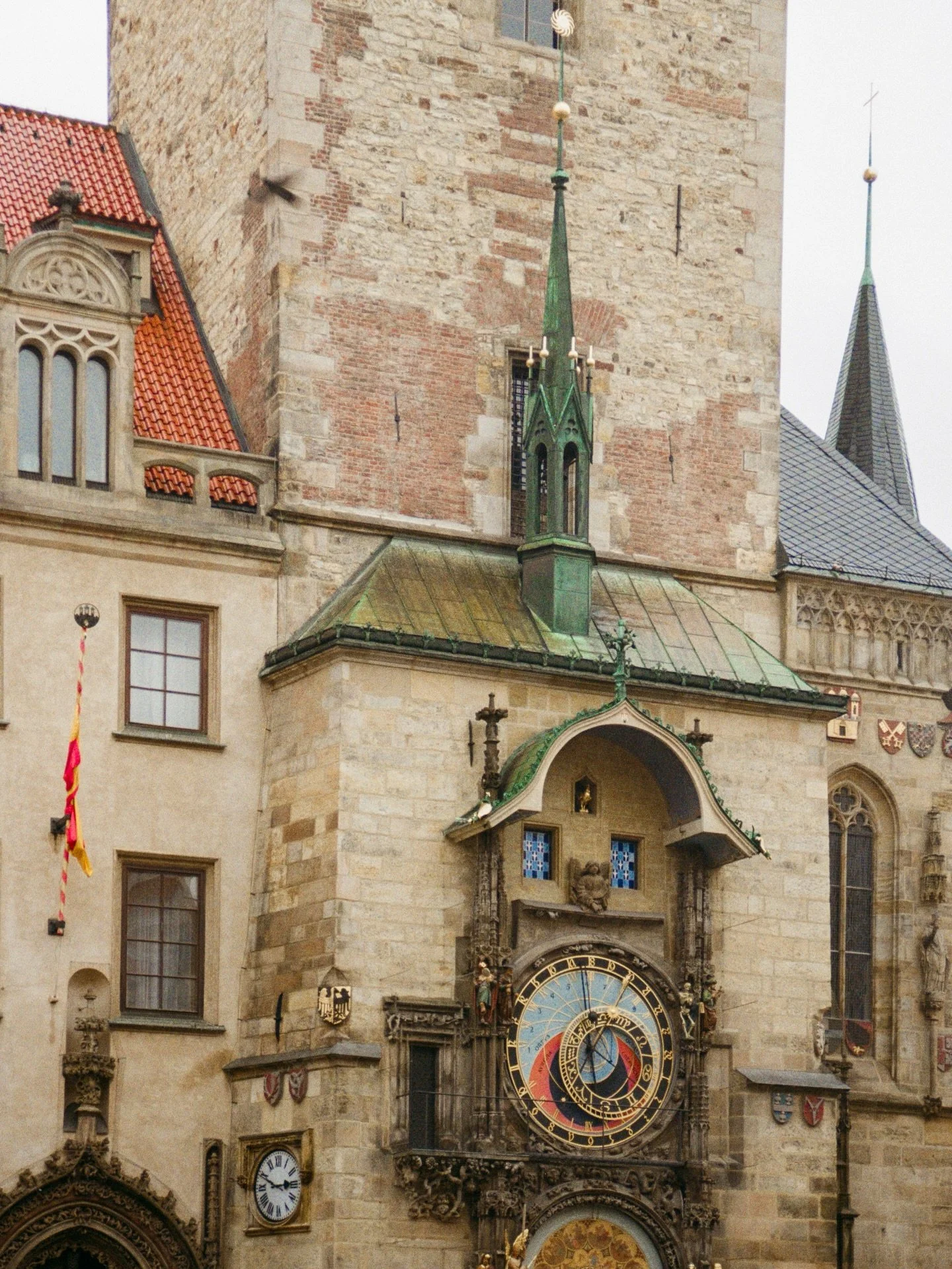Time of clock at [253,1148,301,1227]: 2:49
